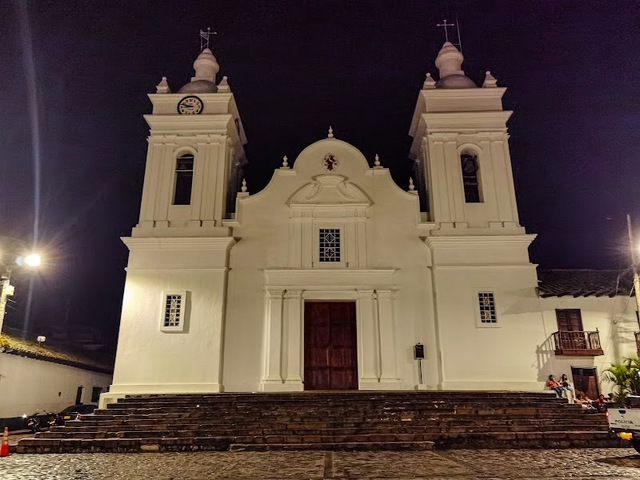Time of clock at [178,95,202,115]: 8:48
